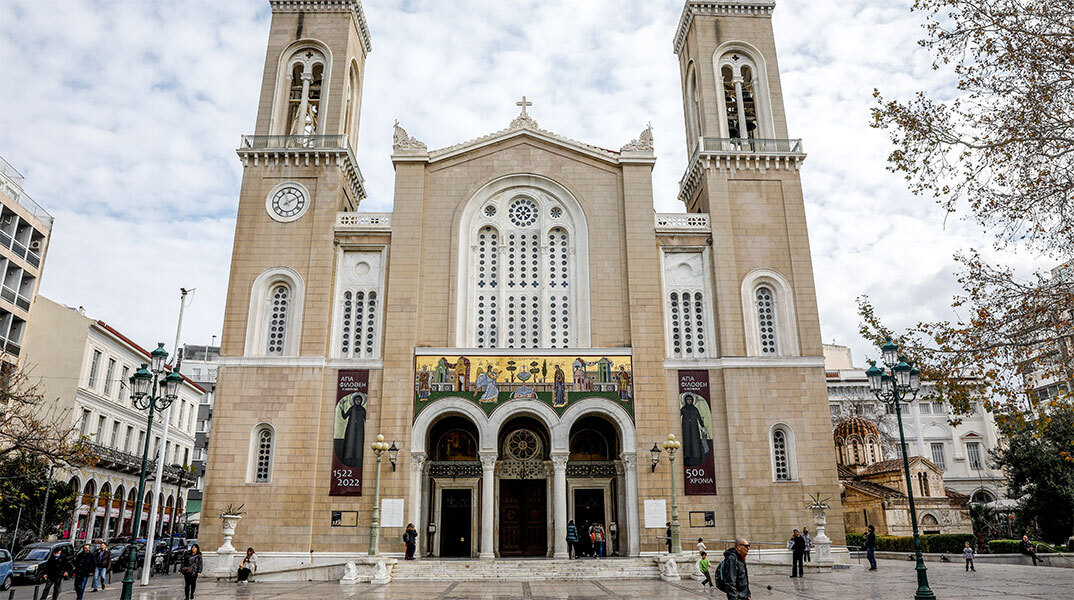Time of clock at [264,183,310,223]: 1:56
